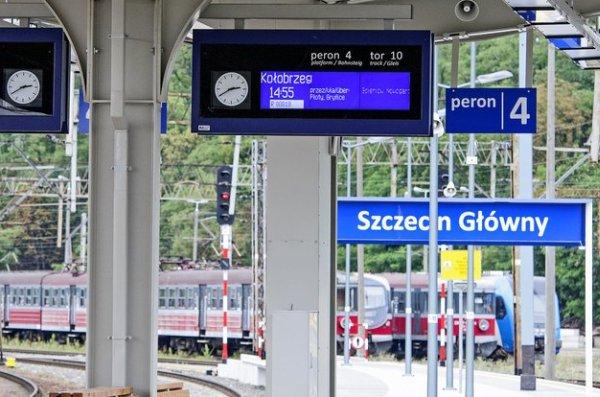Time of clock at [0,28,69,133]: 2:40
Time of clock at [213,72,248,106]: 2:40
